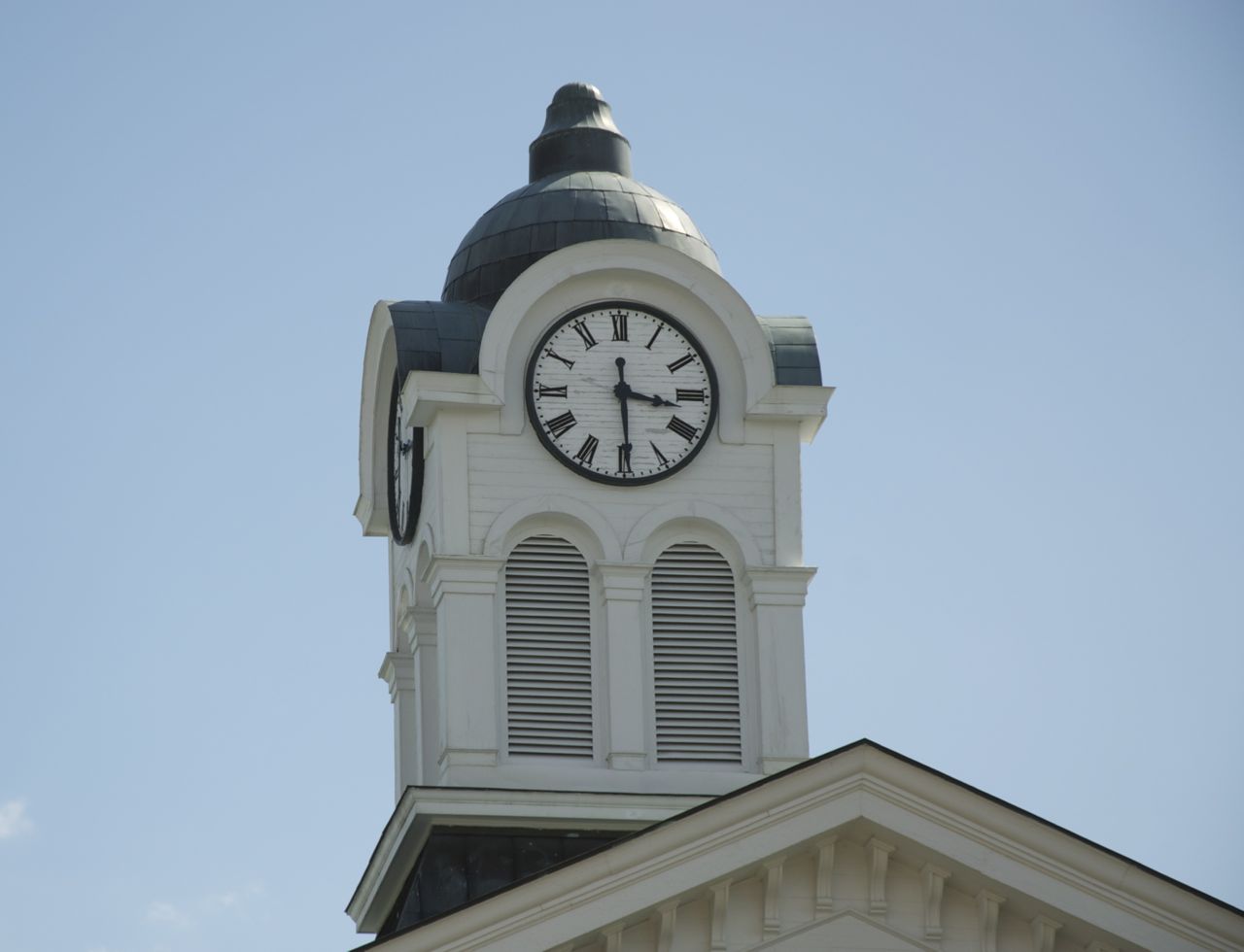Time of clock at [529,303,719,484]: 3:29
